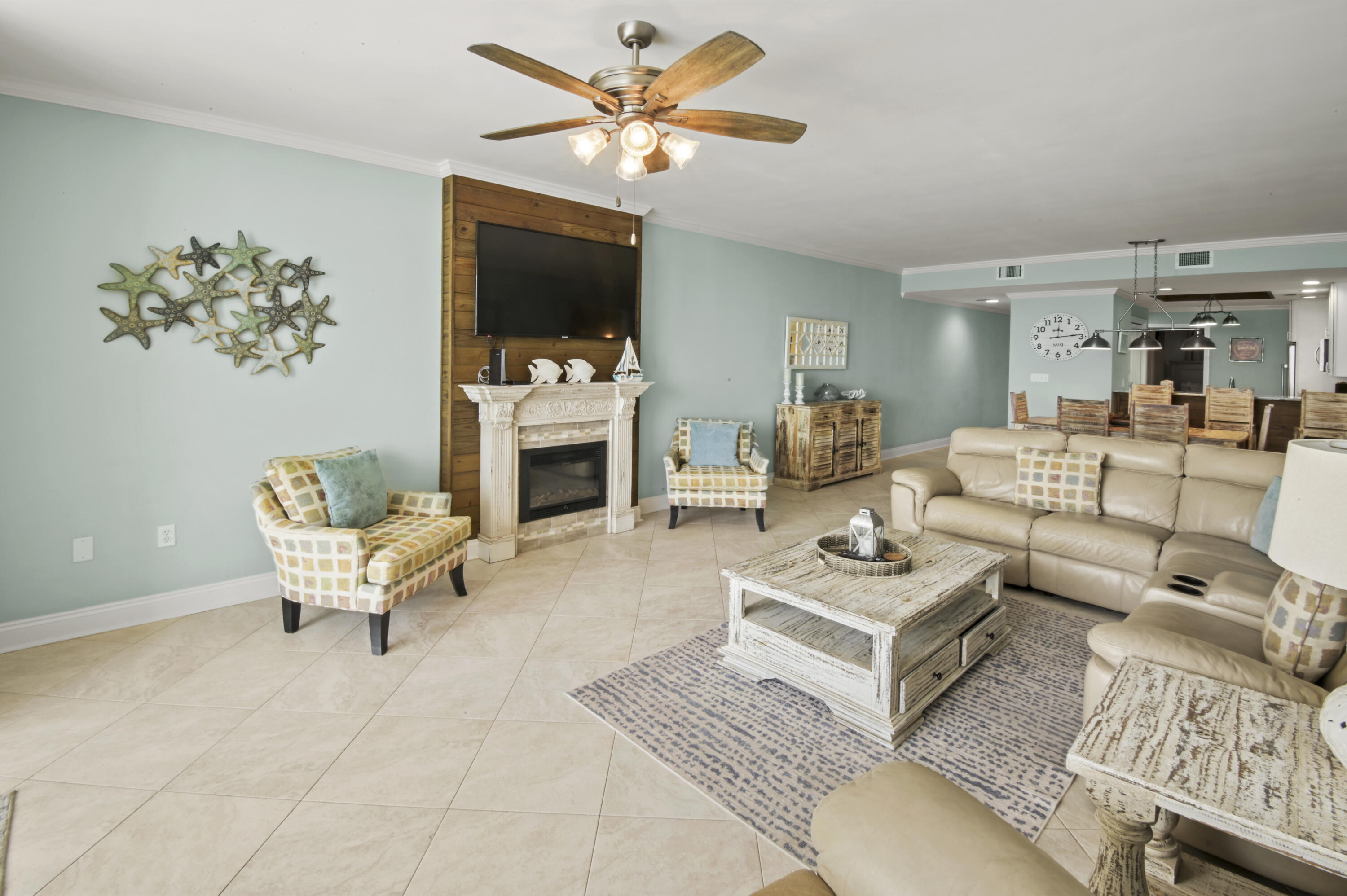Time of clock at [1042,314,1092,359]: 12:14
